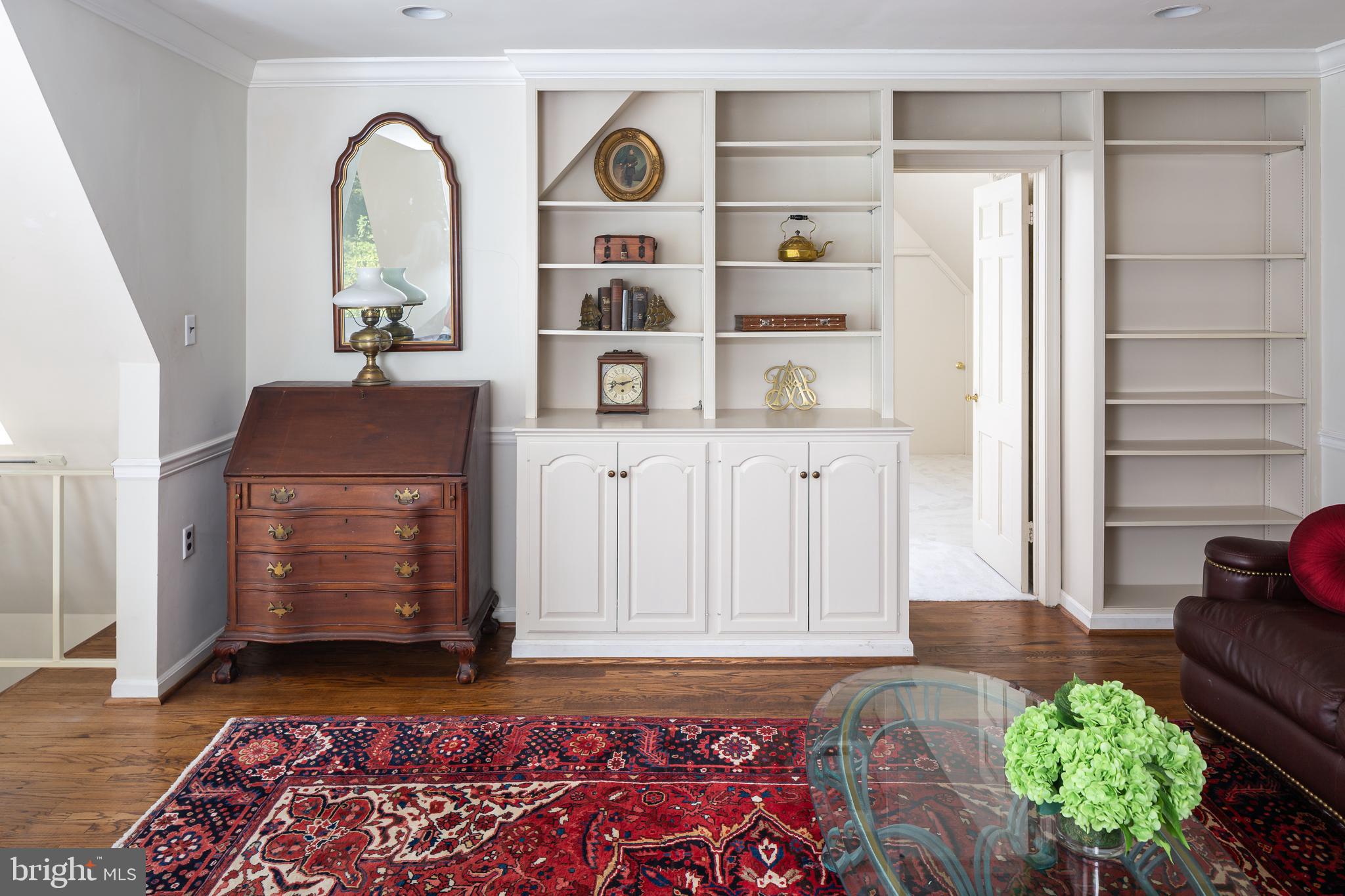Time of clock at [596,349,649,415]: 9:12
